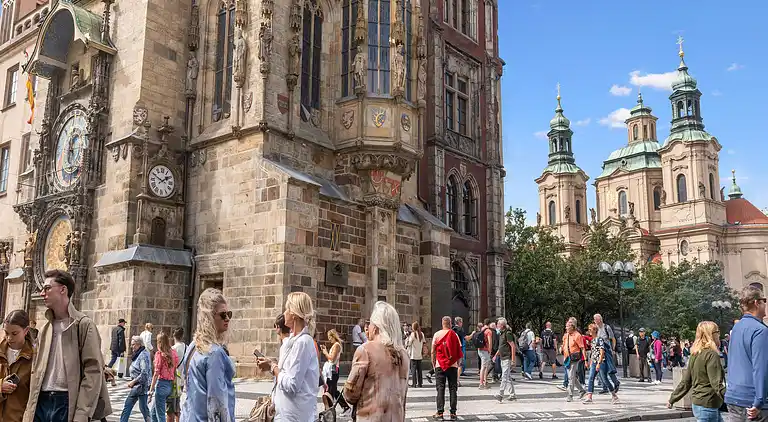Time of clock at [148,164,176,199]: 1:49
